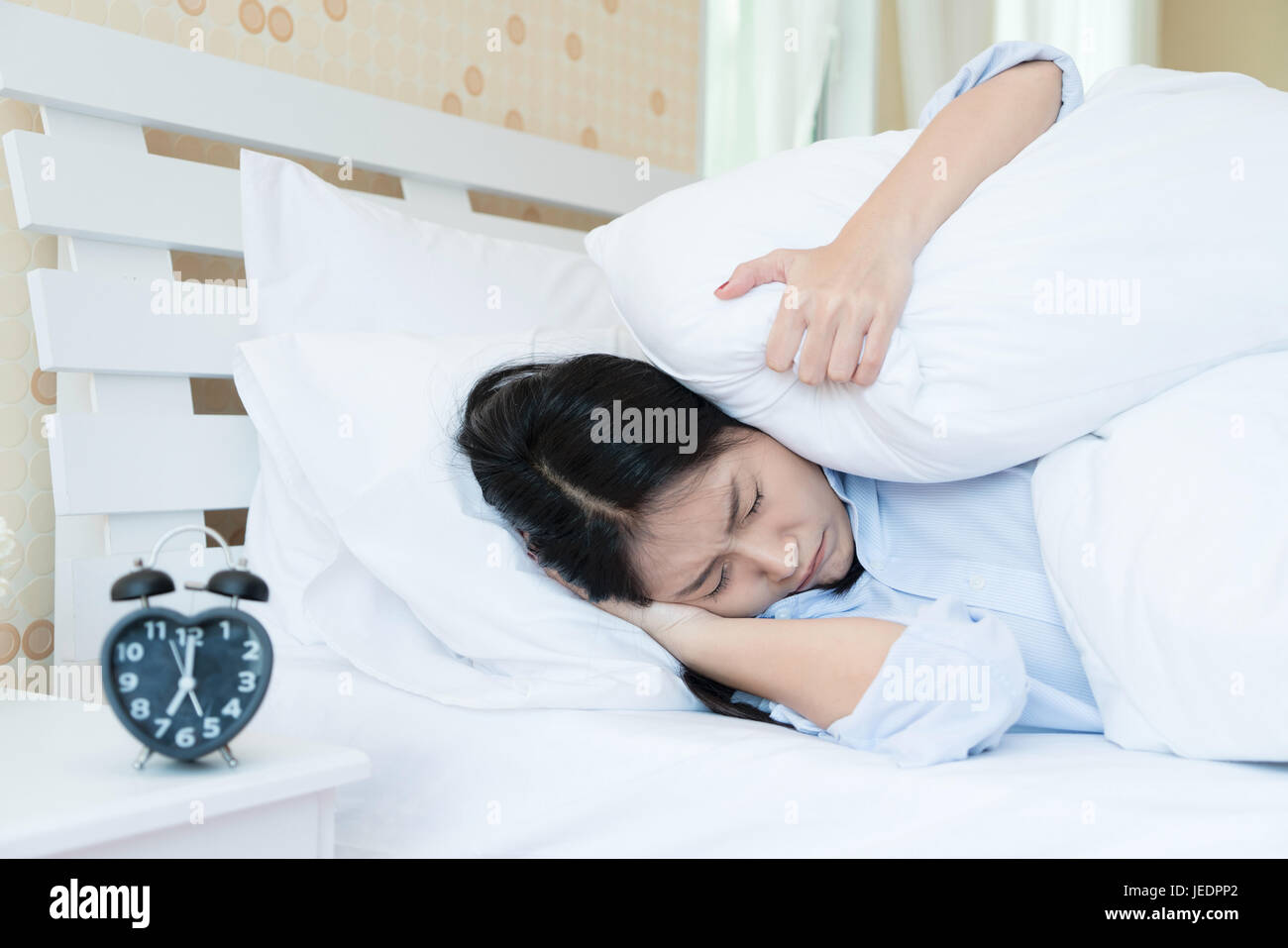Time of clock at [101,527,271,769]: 7:00
